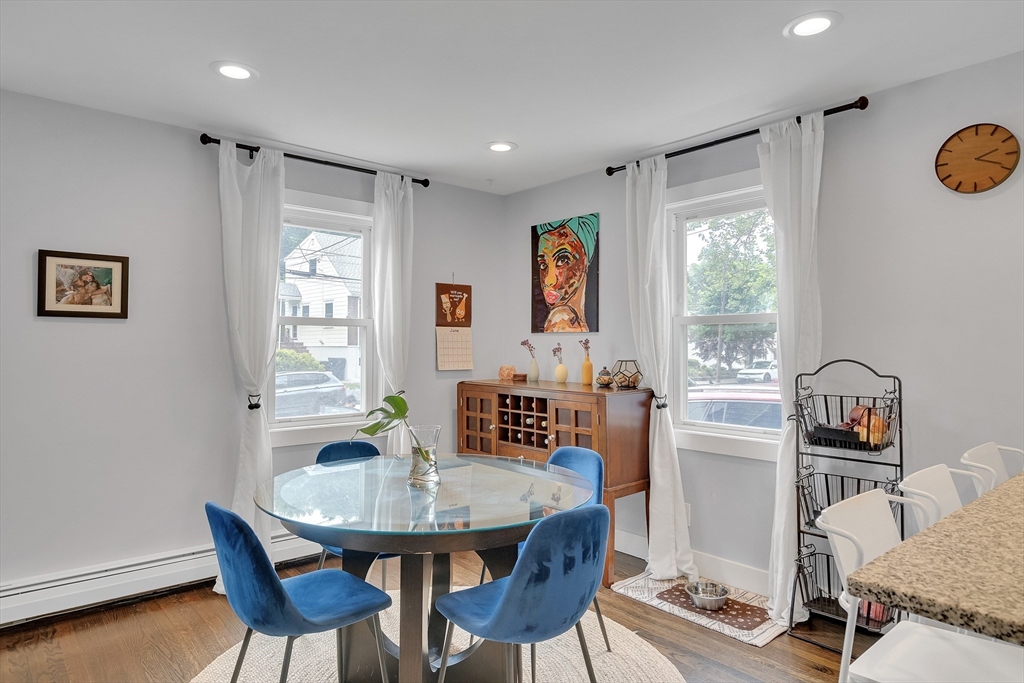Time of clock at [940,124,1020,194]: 2:18
